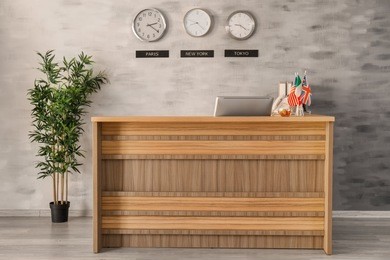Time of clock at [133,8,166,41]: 2:20
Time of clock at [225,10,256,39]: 9:21
